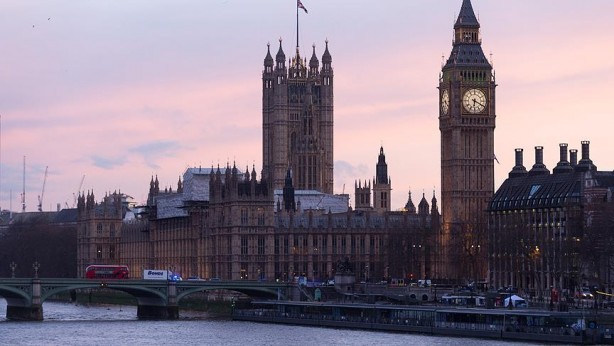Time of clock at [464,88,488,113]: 6:19
